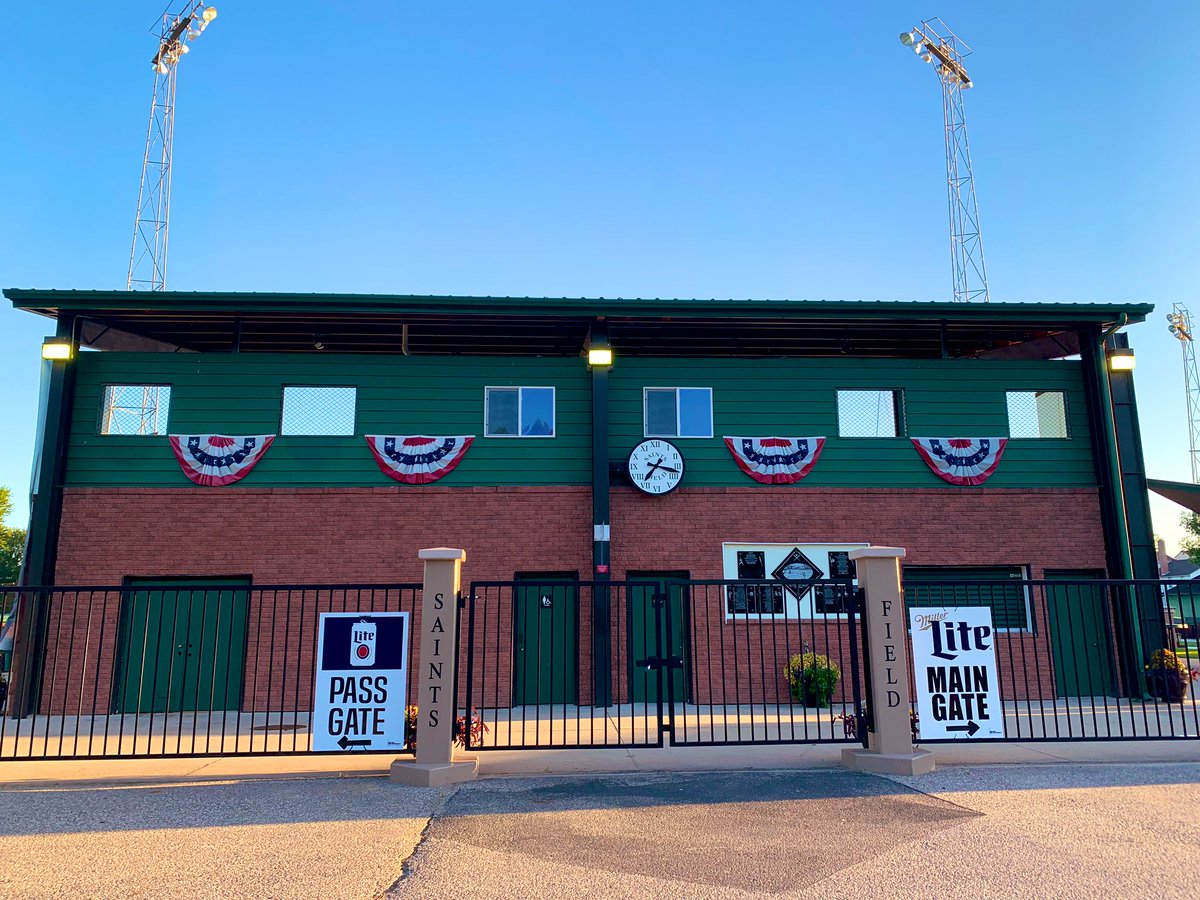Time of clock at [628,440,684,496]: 7:17
